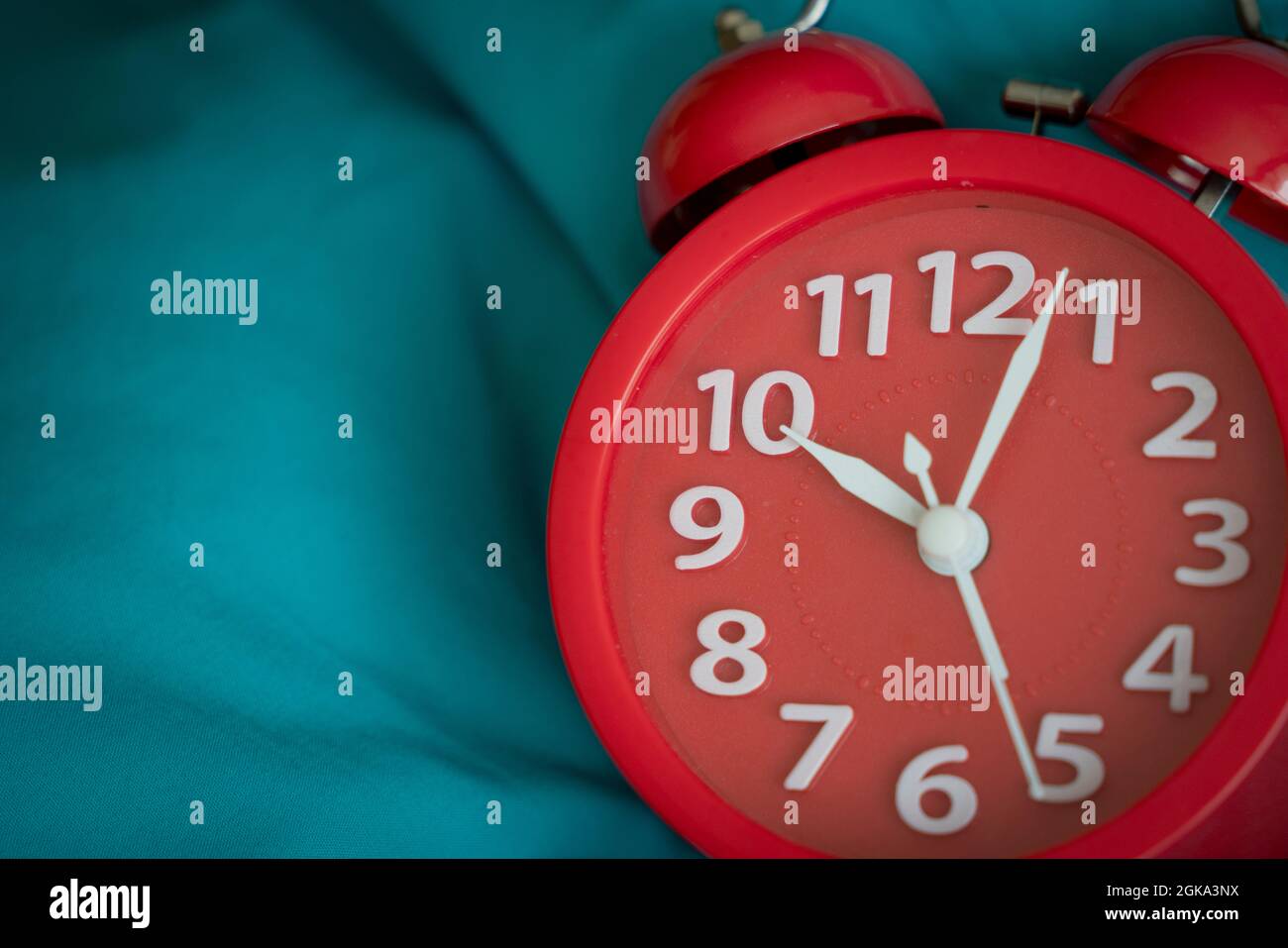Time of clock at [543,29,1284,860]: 10:03
